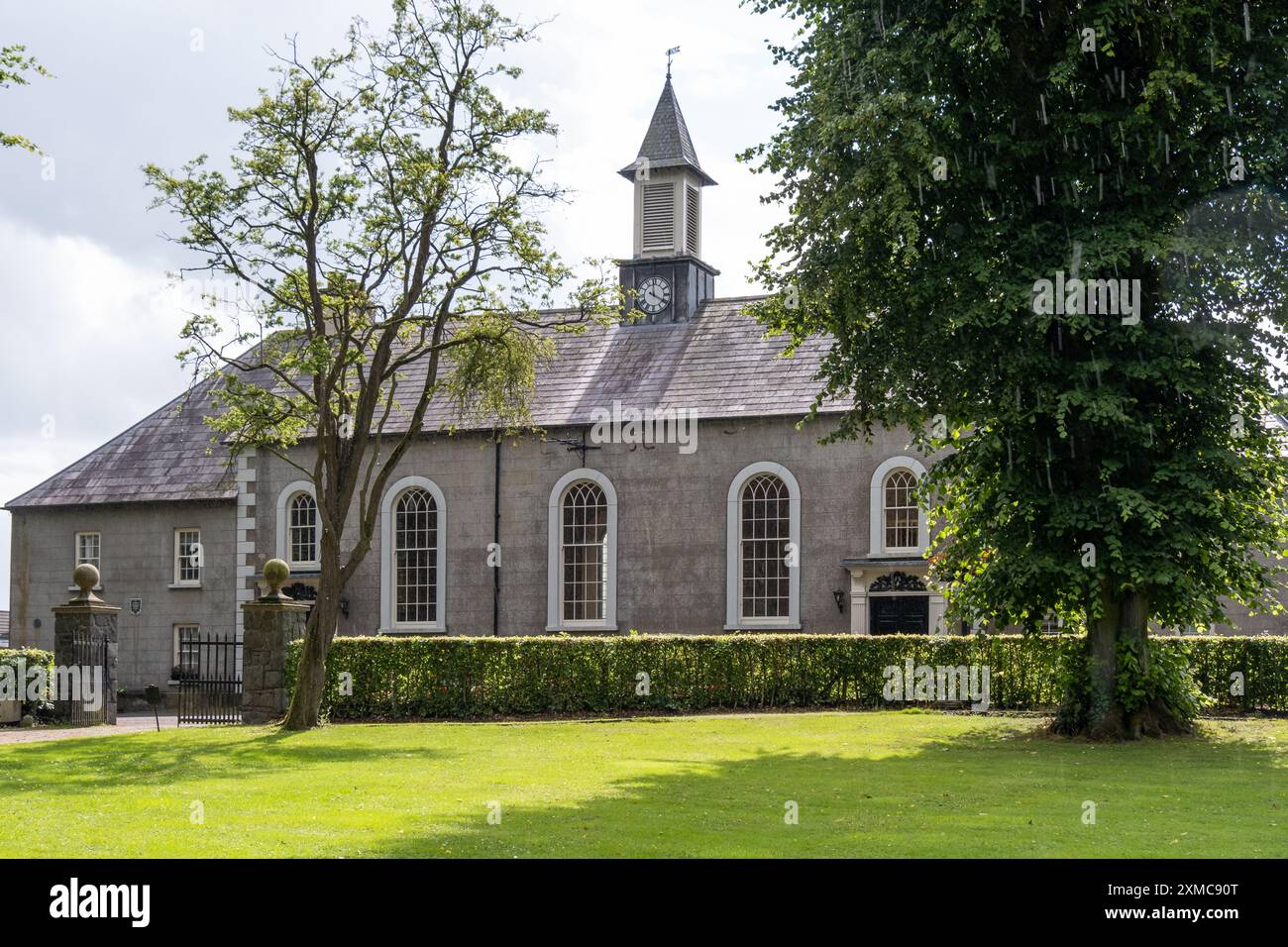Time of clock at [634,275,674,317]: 3:58
